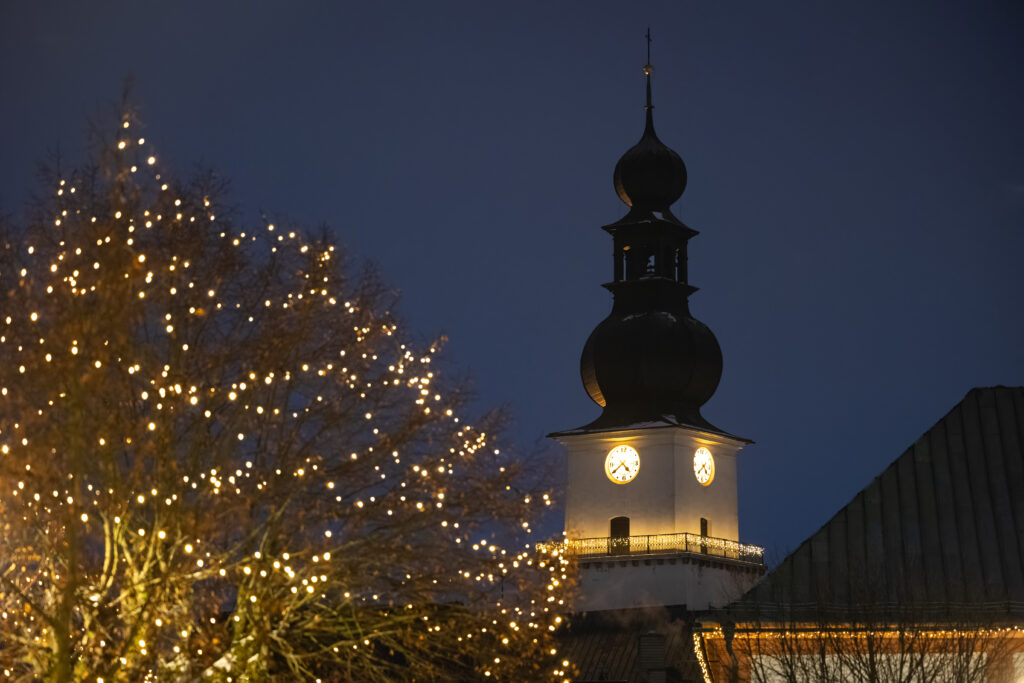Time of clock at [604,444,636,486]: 4:39
